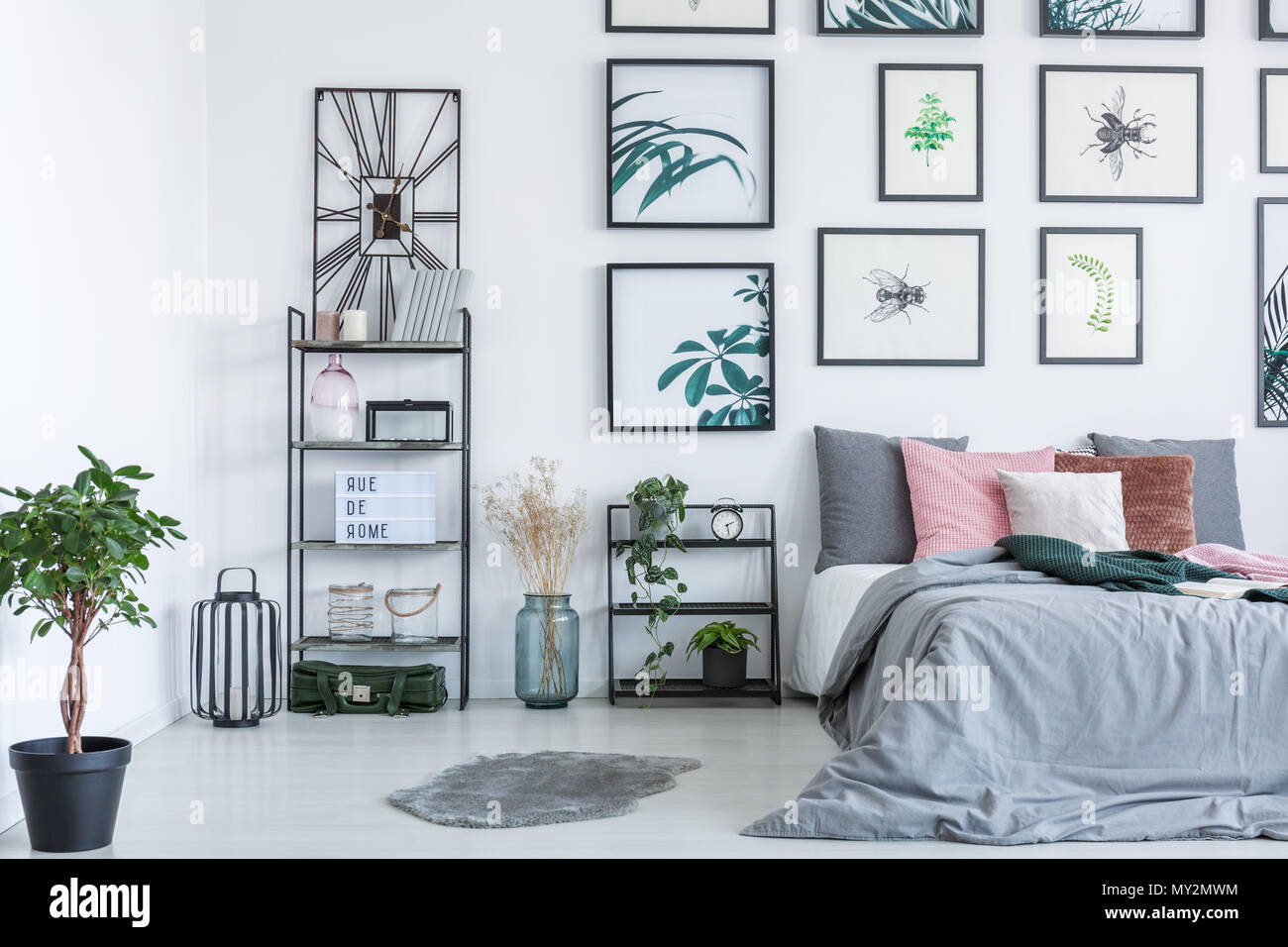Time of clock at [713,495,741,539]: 2:28
